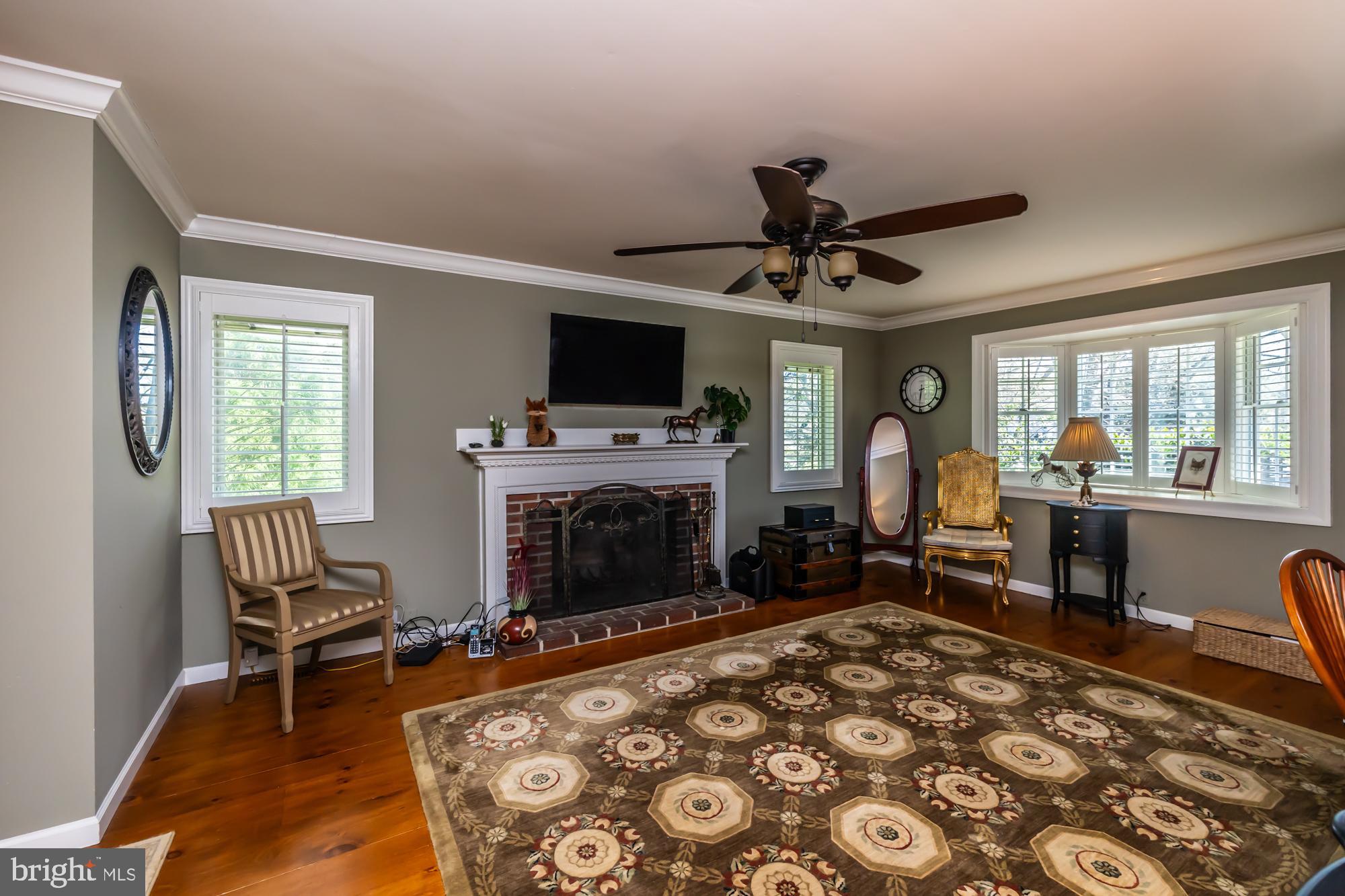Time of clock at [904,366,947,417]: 6:31
